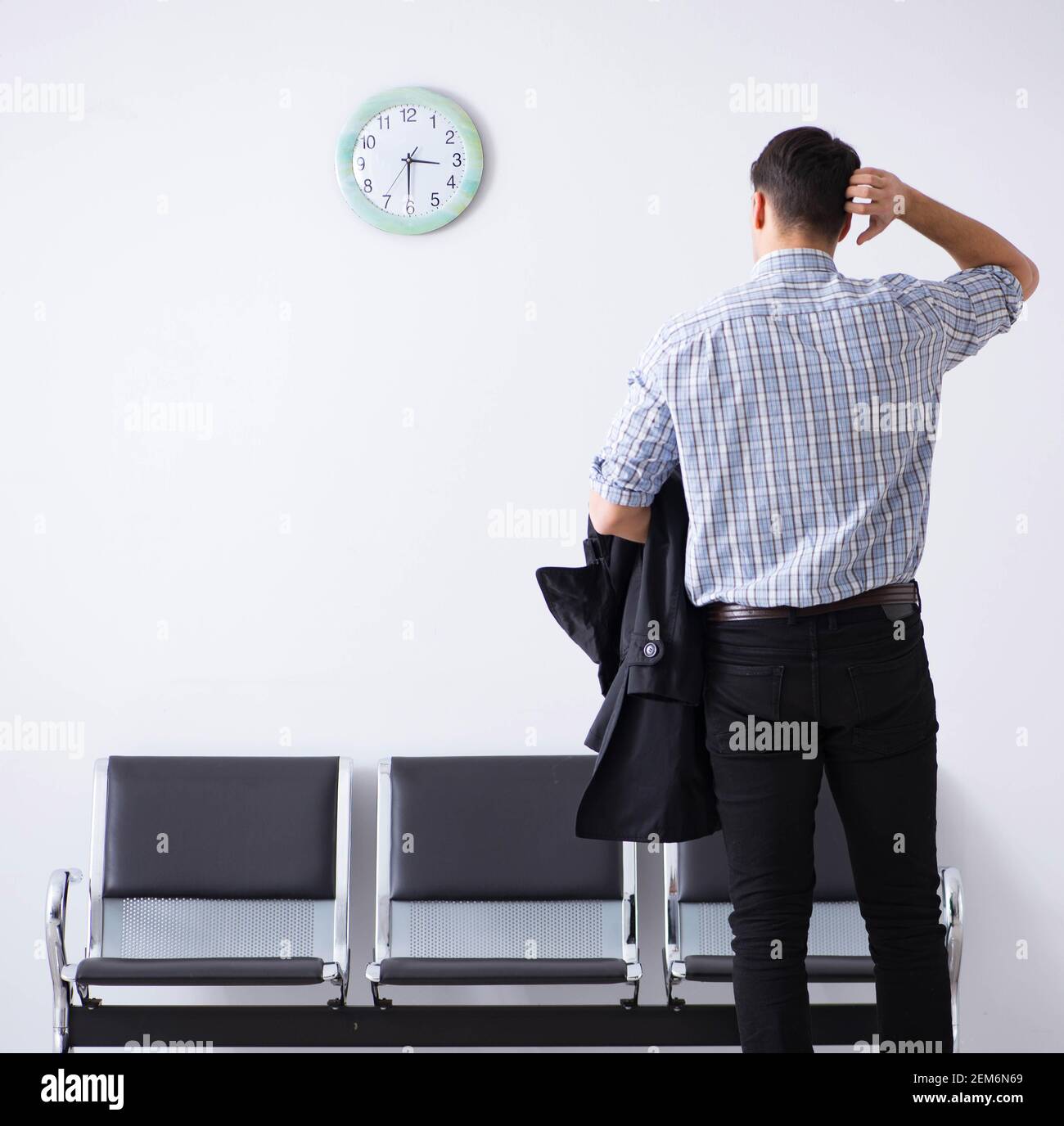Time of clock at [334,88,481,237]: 3:30
